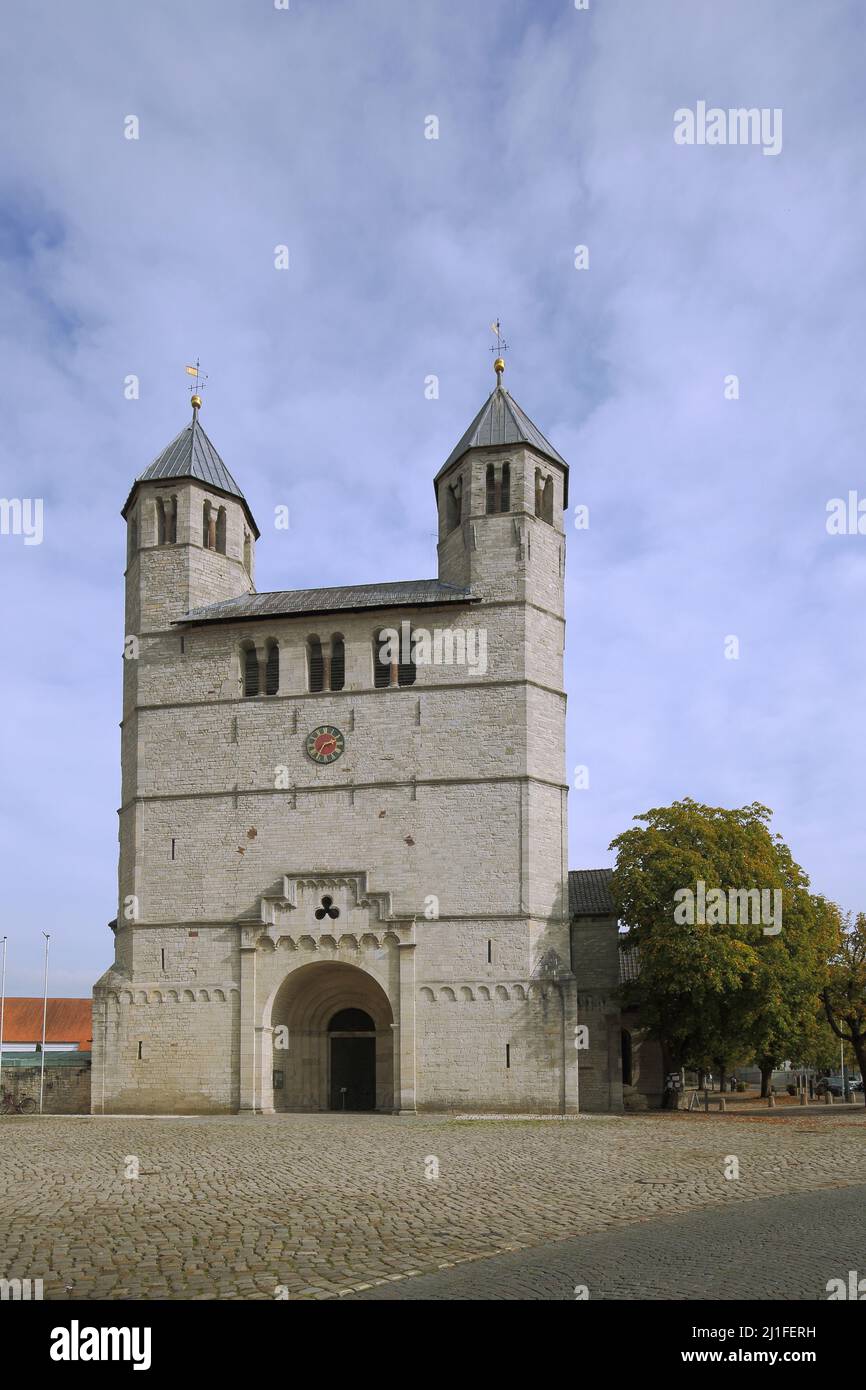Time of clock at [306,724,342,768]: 2:35
